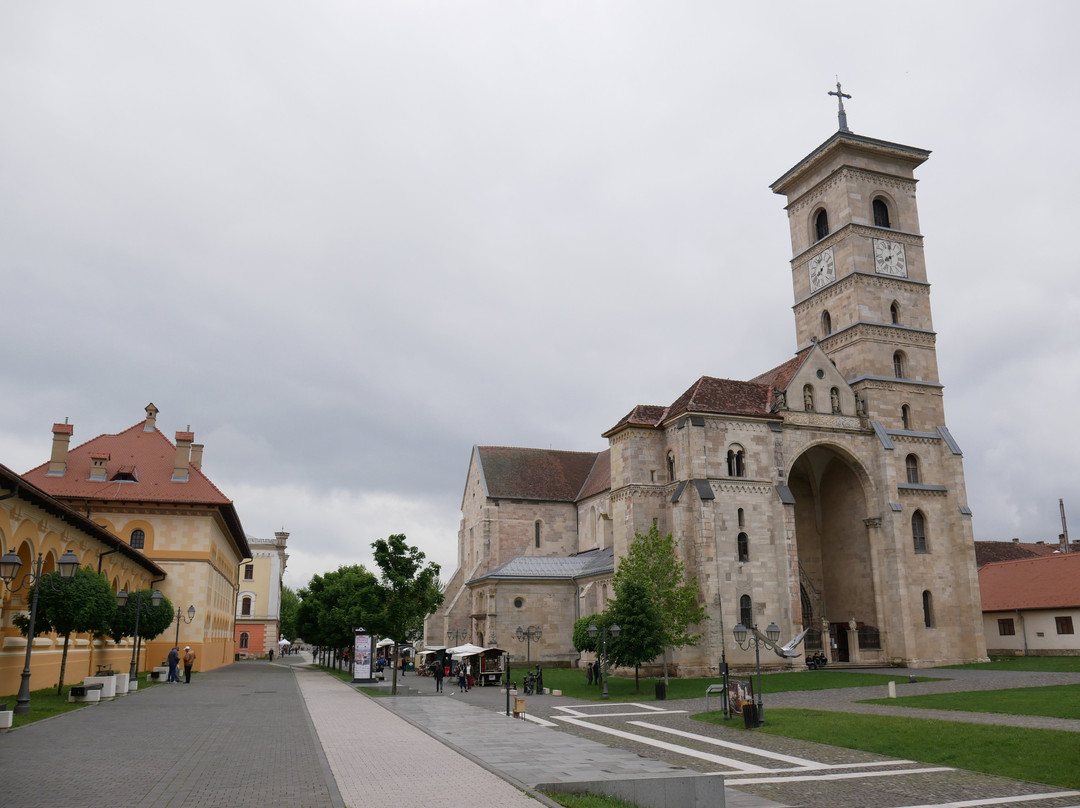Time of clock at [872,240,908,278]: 7:59
